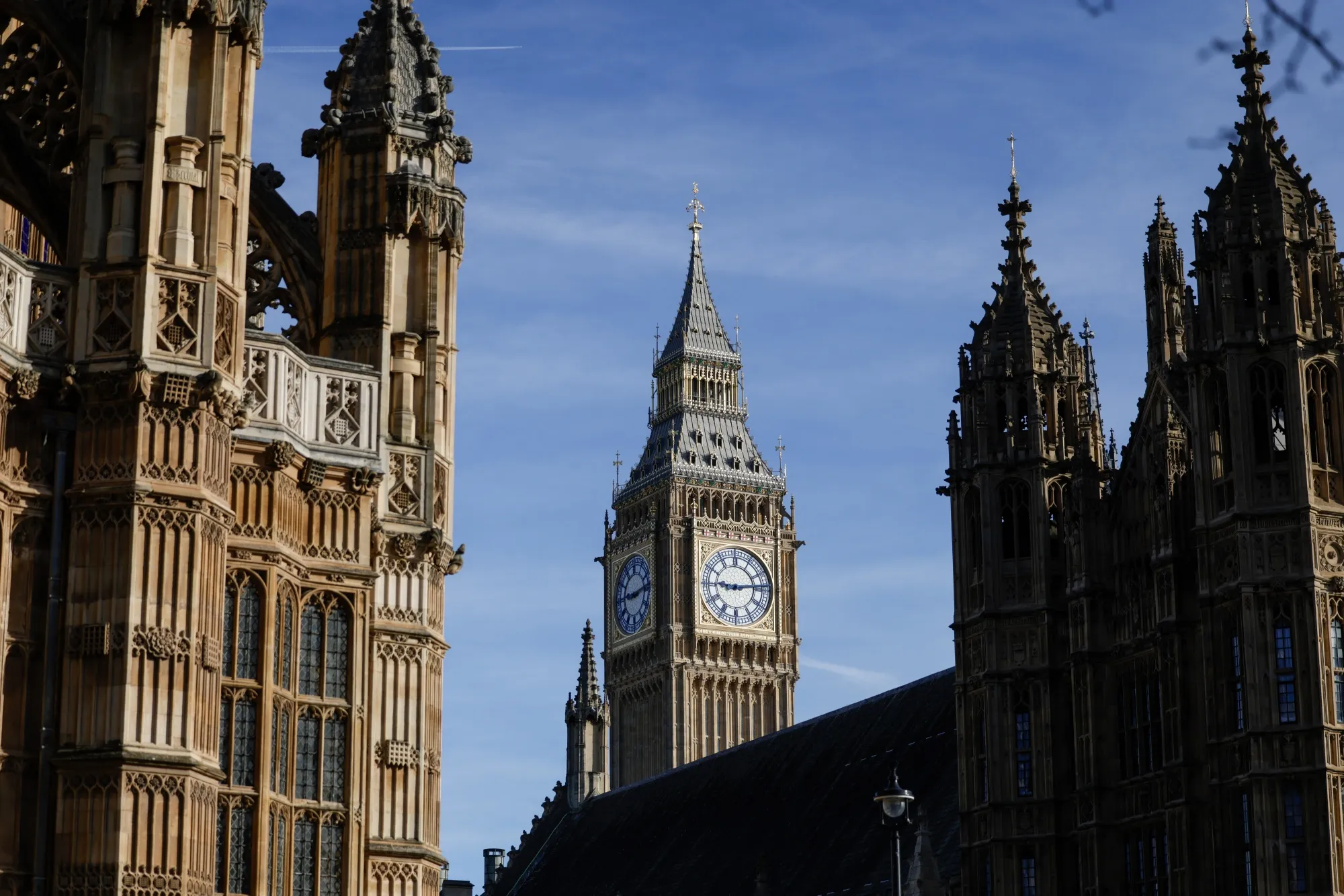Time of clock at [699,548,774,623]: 9:13
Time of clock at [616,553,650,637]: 9:13
